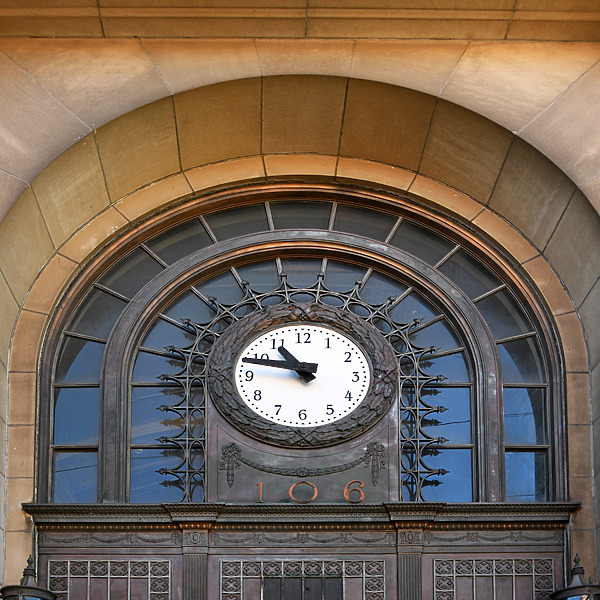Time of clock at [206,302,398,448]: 10:47
